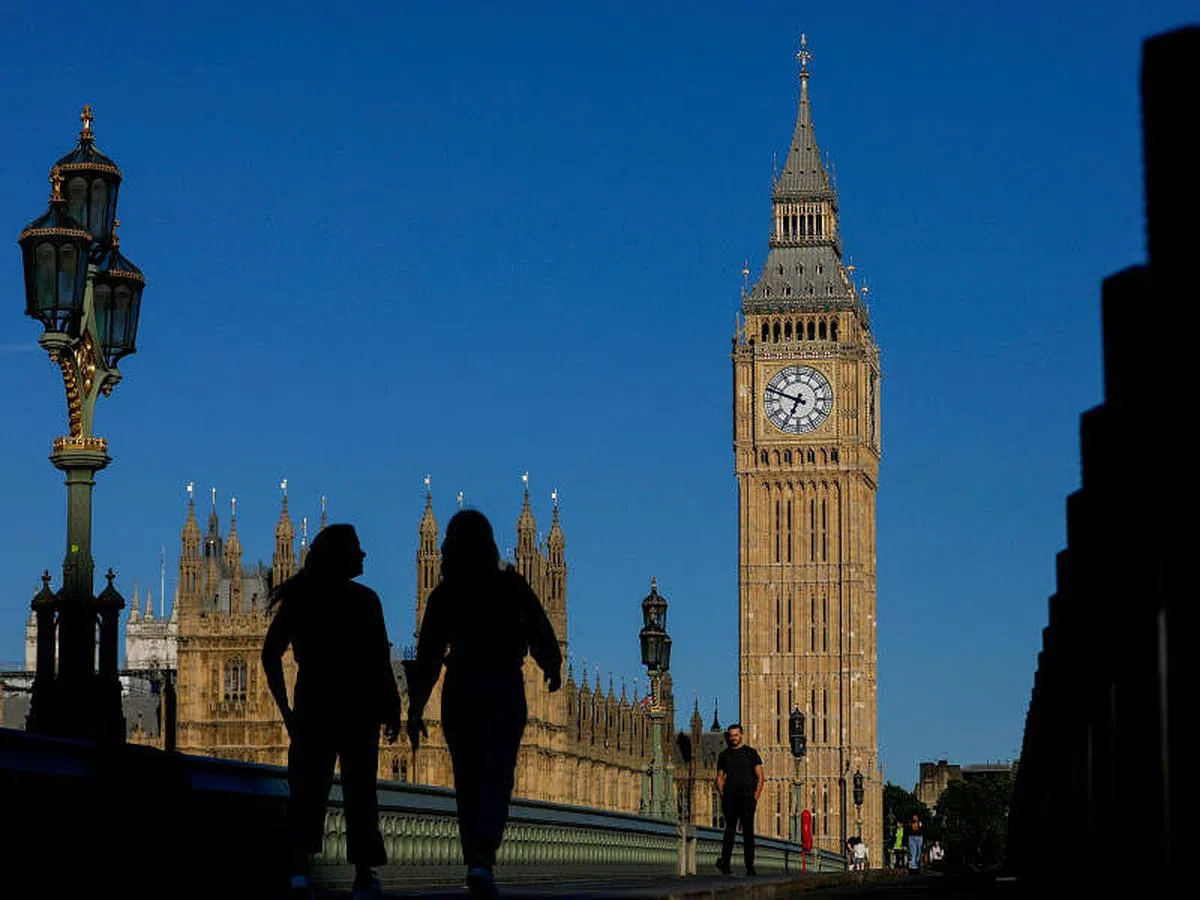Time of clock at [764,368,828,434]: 6:48
